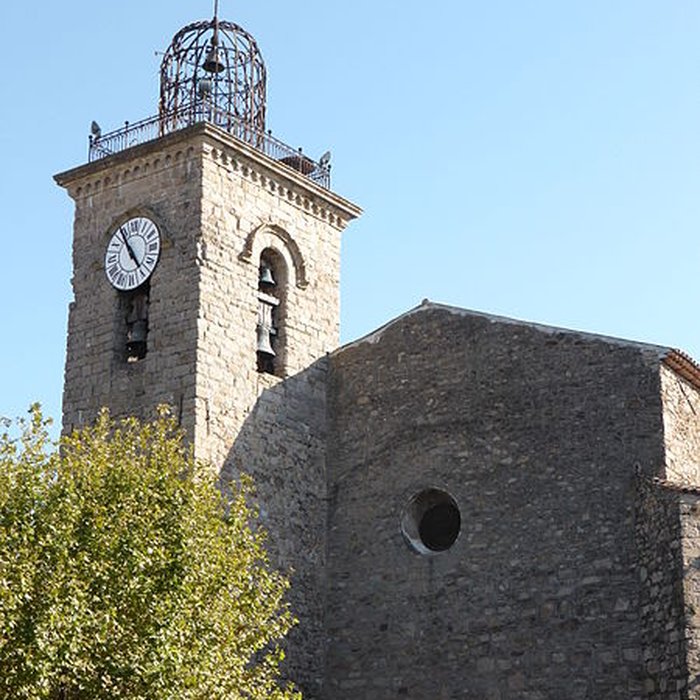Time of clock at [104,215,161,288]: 4:54
